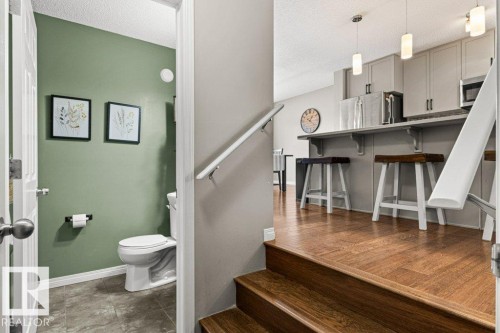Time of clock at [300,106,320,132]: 1:21
